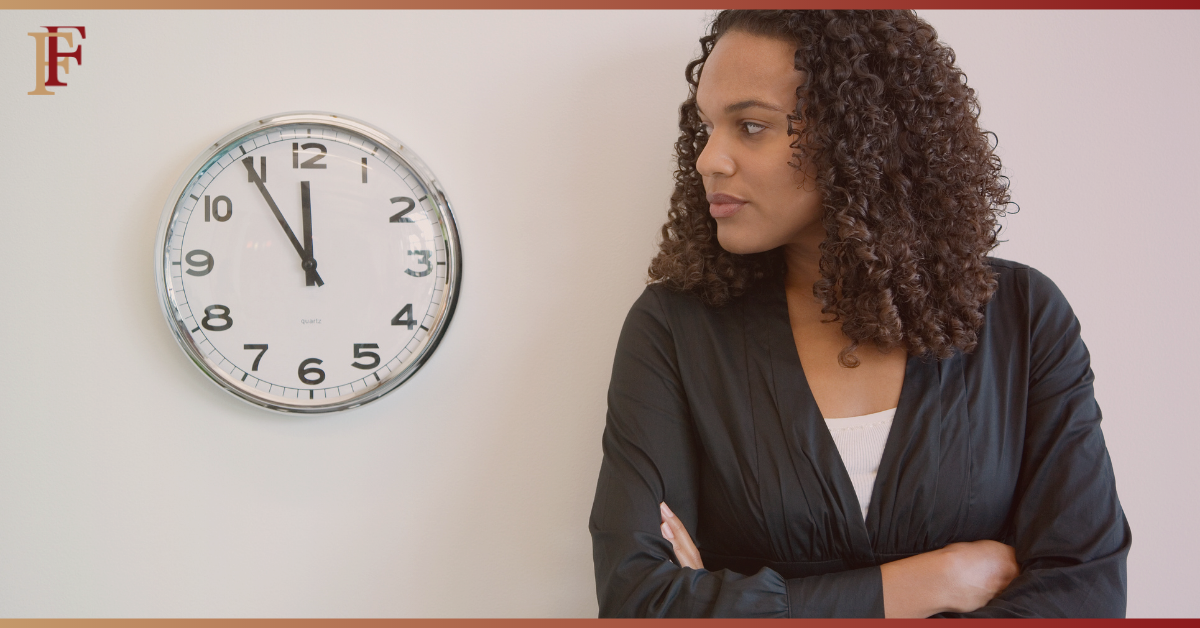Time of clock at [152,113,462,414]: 11:54
